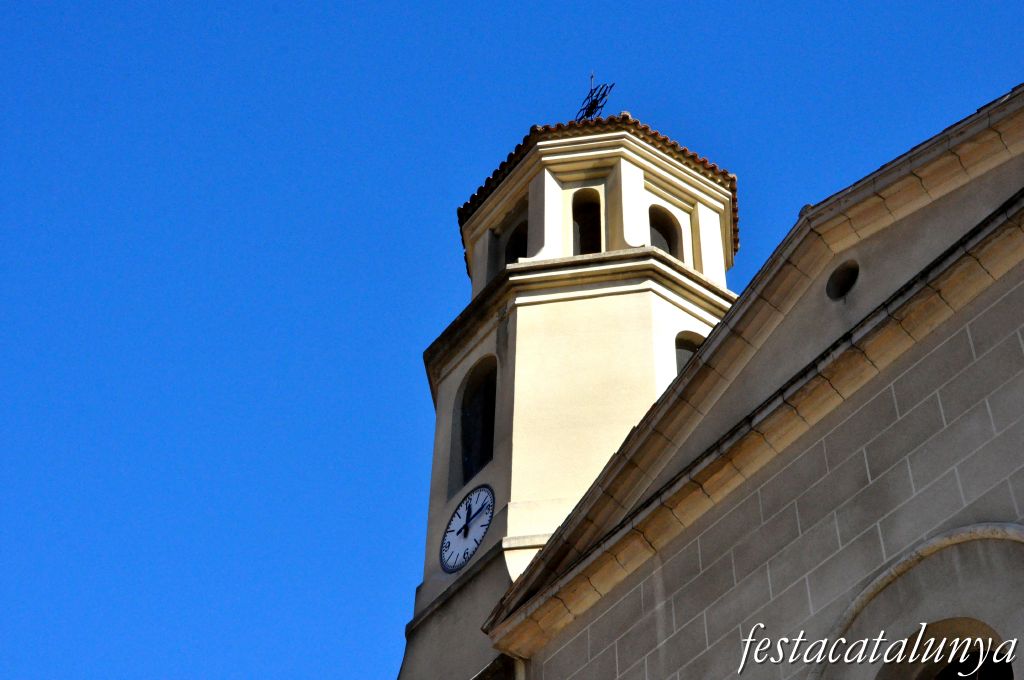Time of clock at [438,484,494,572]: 12:12
